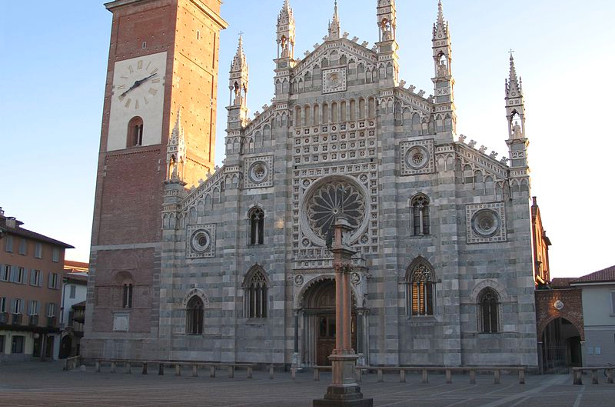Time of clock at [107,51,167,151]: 8:12
